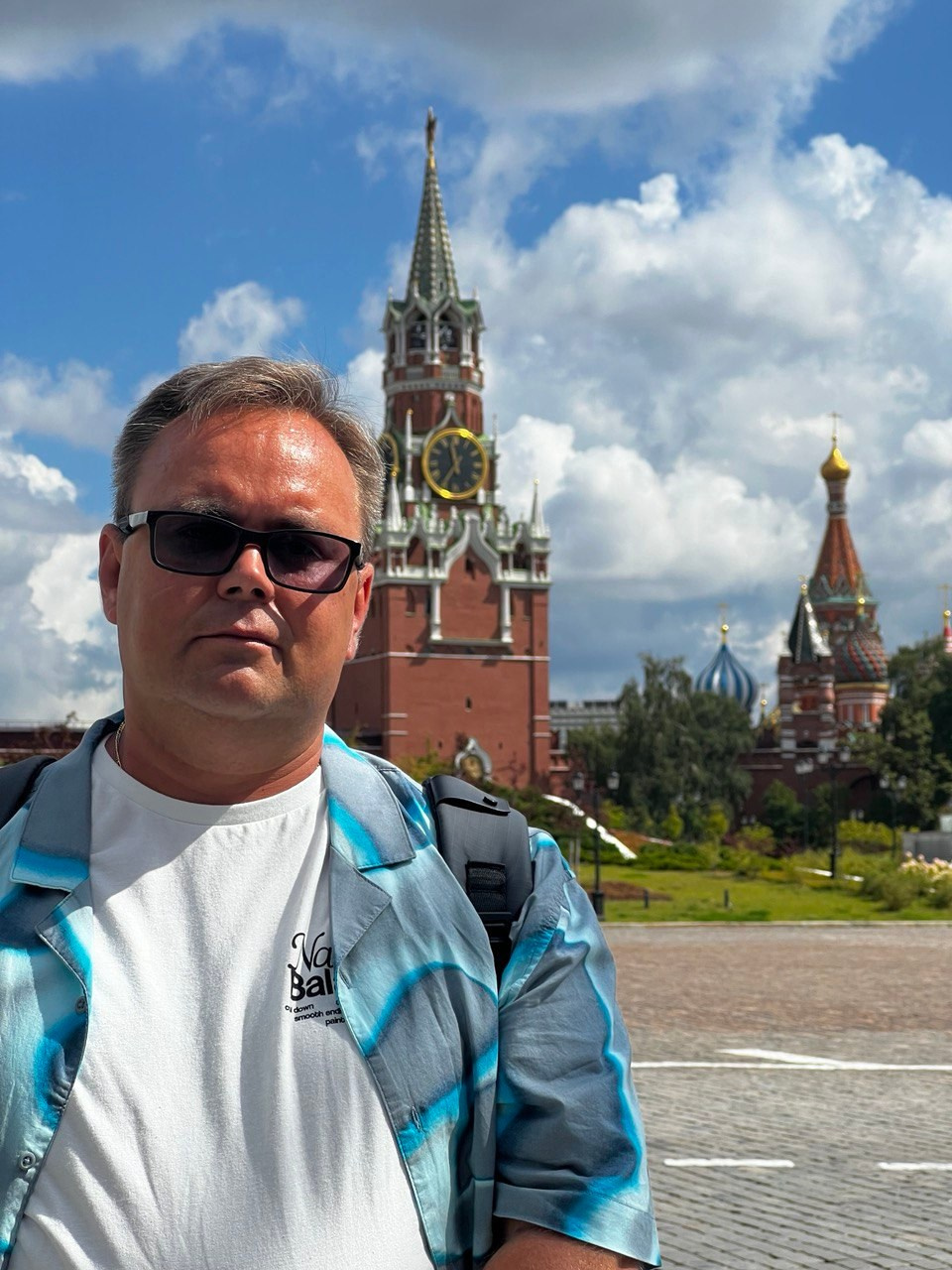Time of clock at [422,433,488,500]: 11:35
